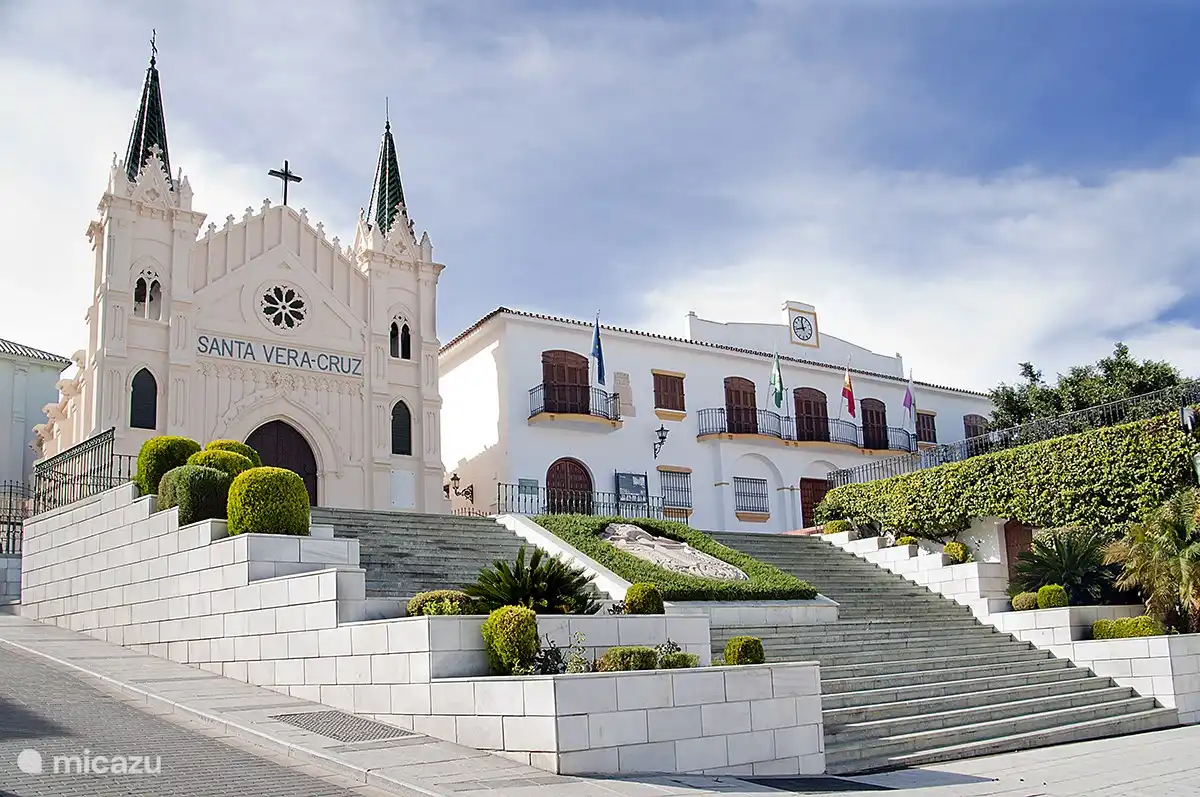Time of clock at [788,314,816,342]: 11:42
